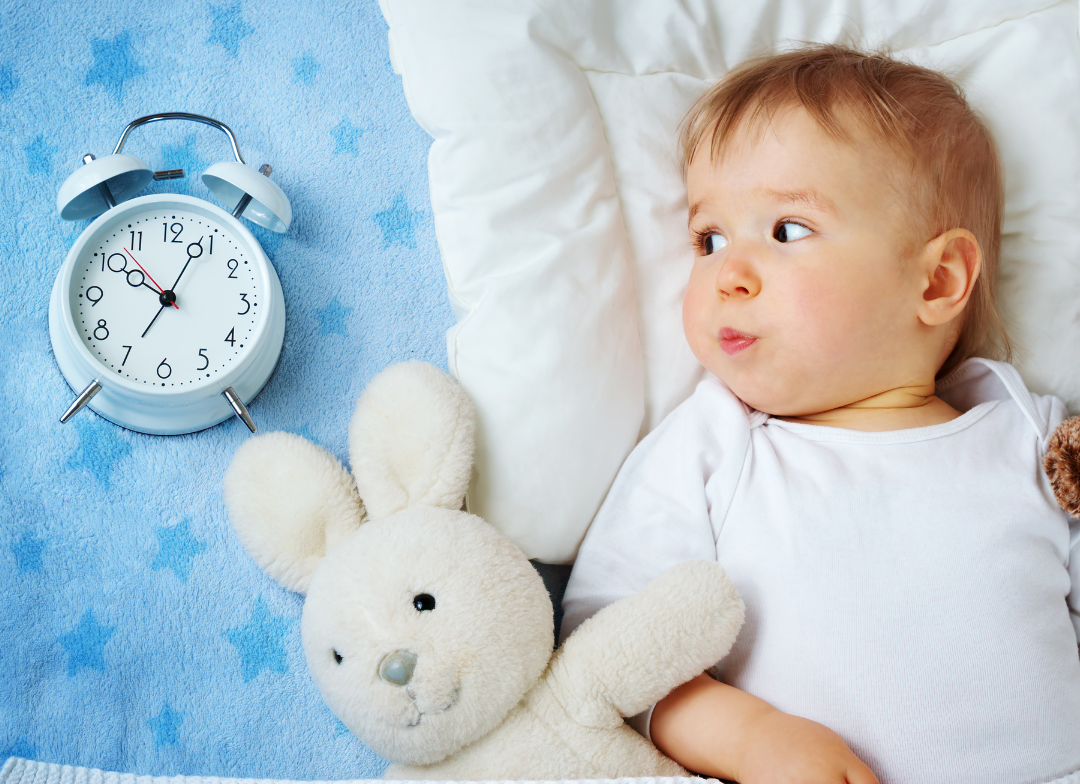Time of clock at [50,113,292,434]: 10:04
